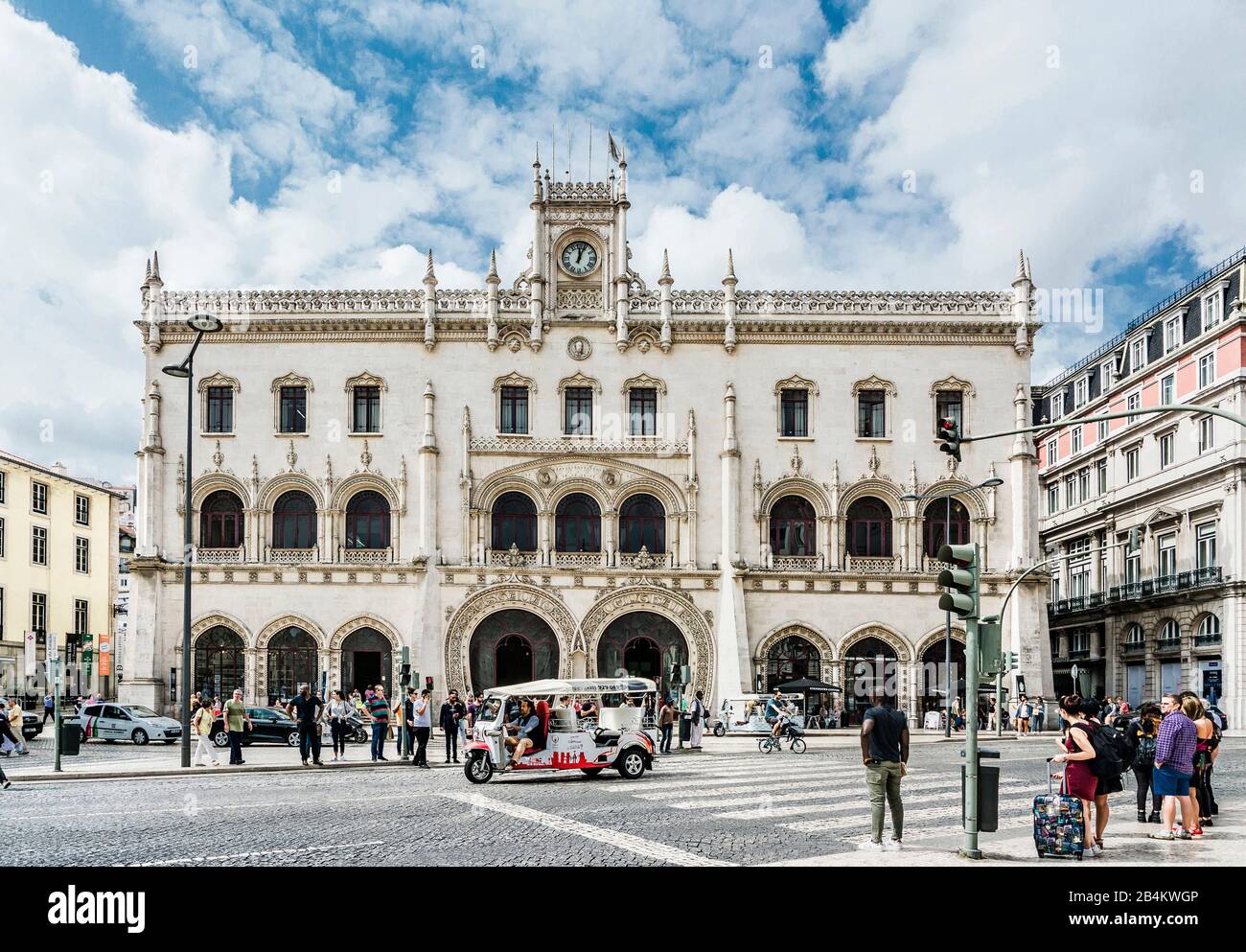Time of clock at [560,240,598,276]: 12:04
